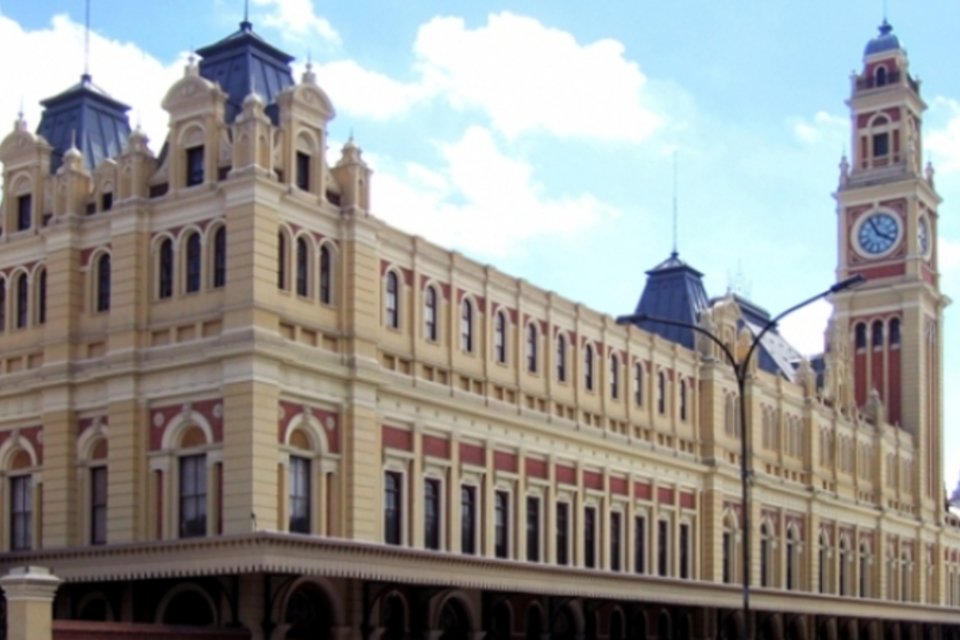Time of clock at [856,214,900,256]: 3:55
